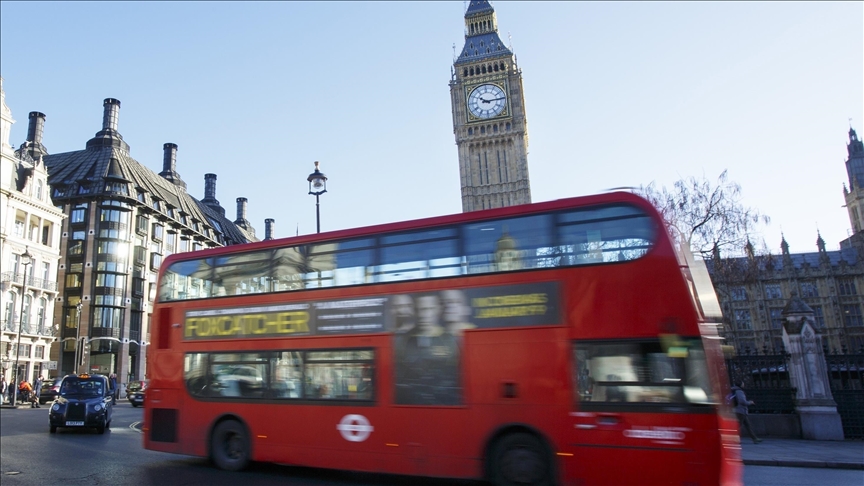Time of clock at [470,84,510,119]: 10:14
